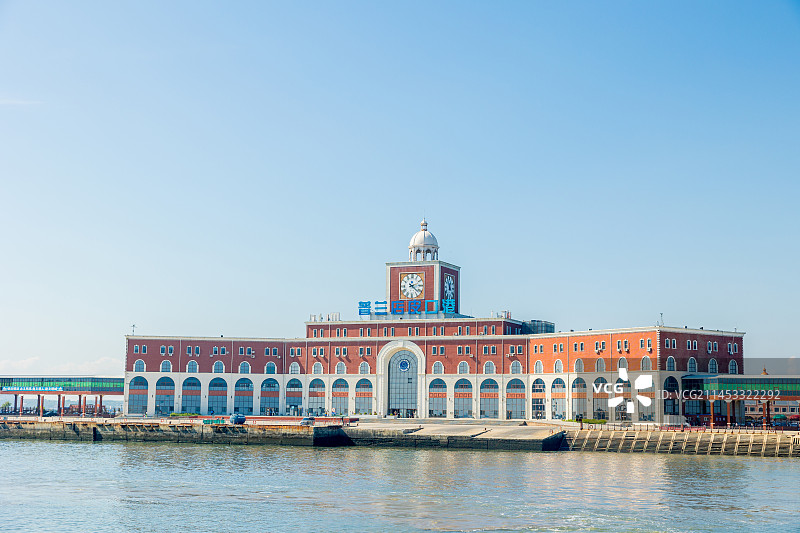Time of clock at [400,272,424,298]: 2:21
